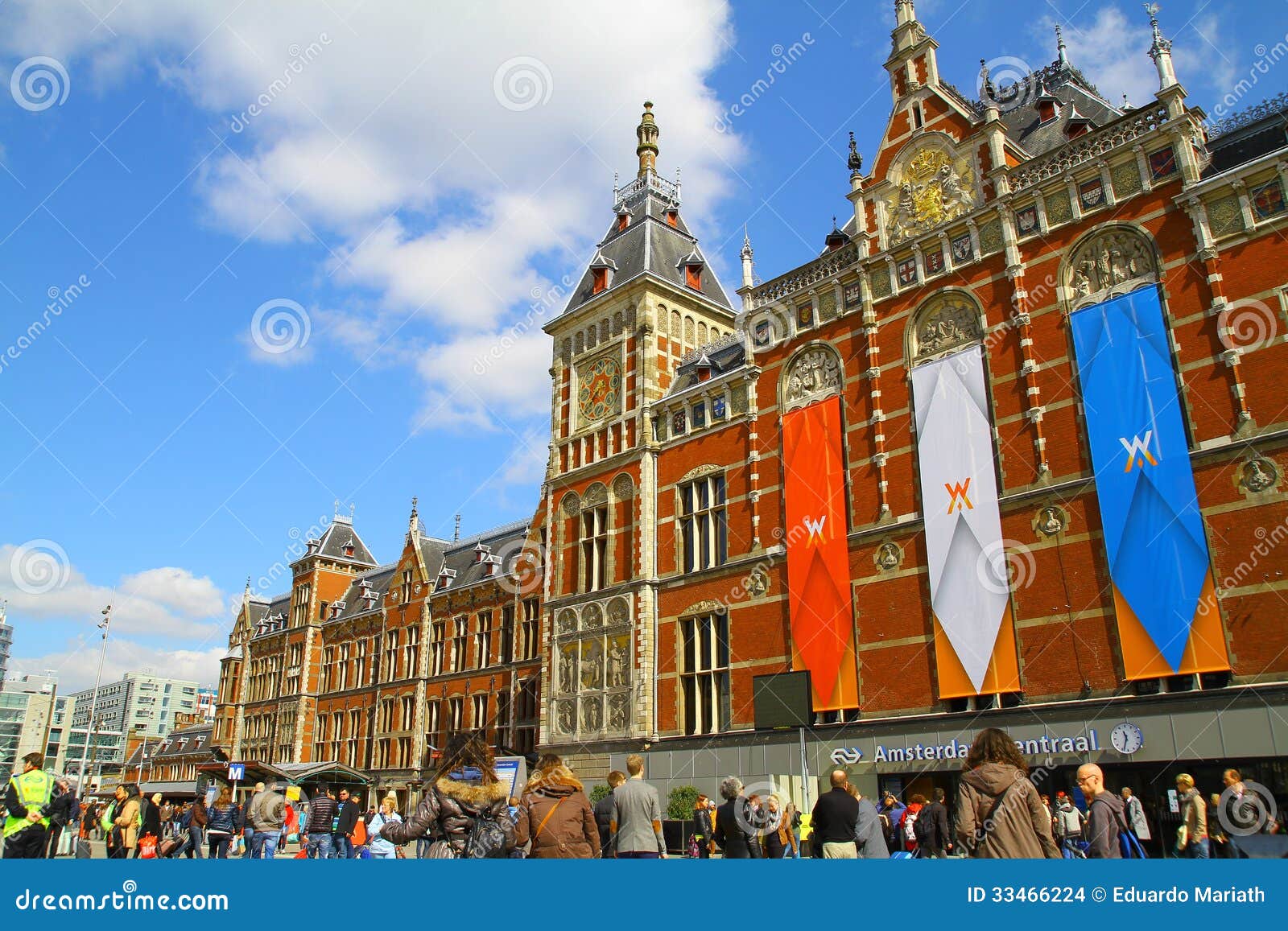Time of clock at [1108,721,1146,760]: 11:33
